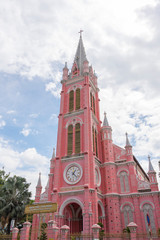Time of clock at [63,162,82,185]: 1:22
